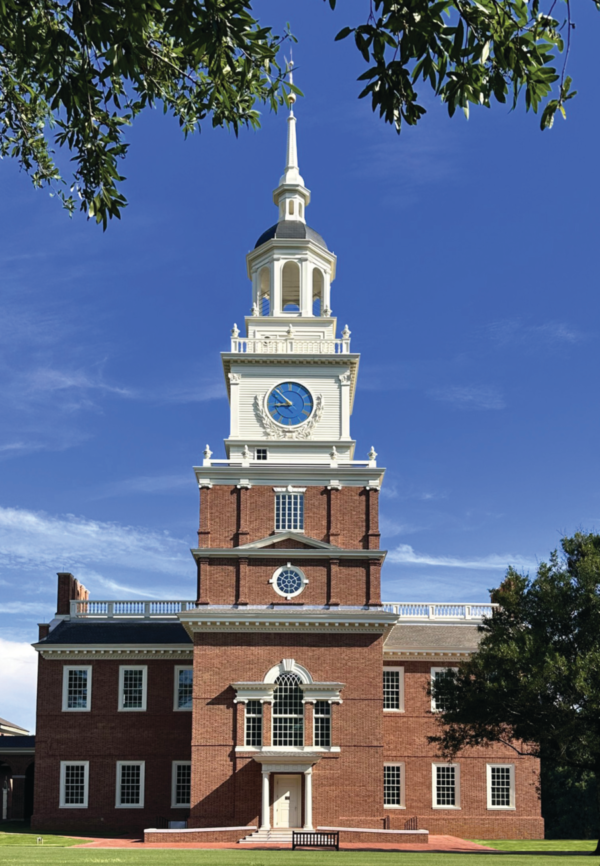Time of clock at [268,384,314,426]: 8:52
